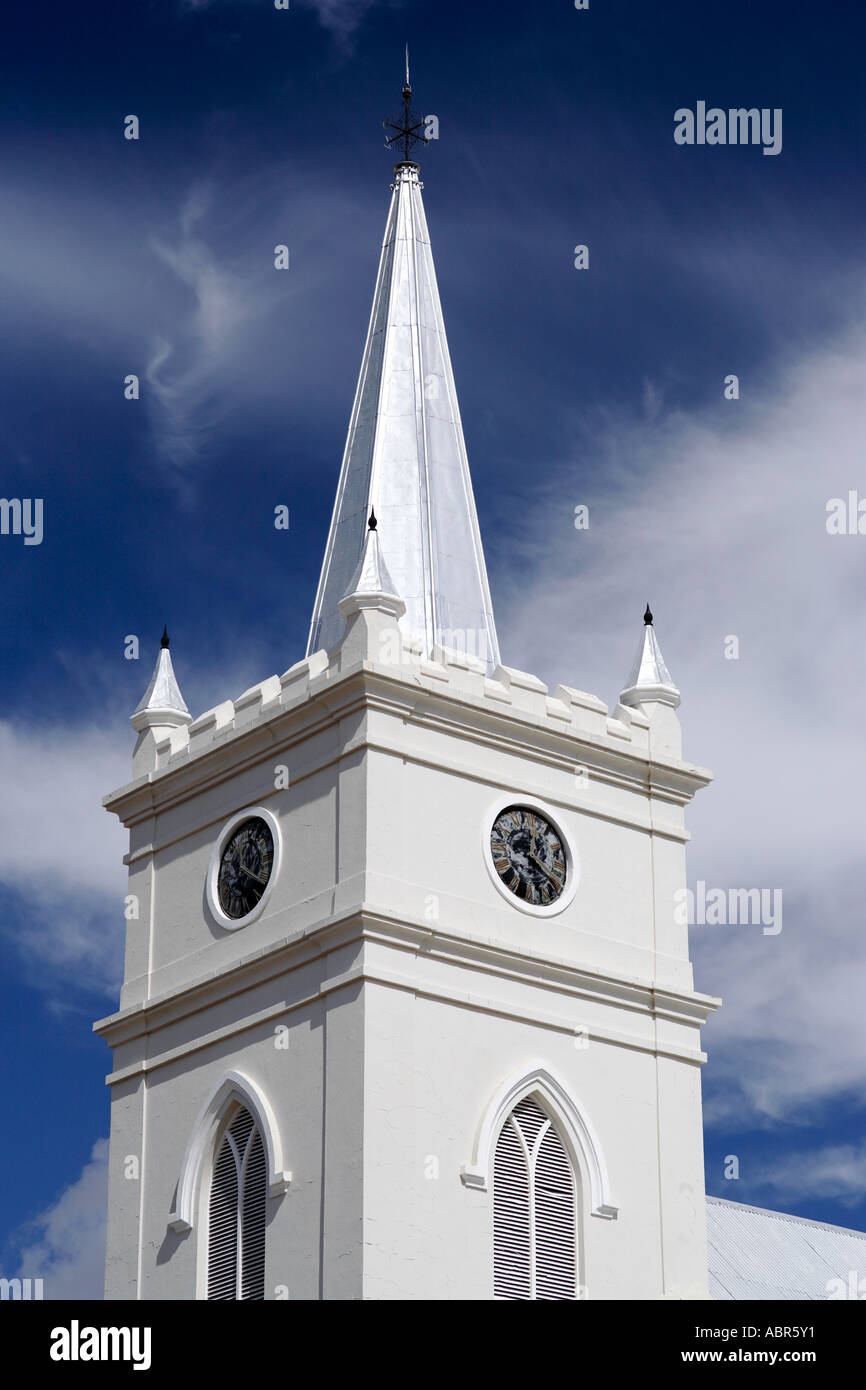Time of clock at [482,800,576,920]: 12:19
